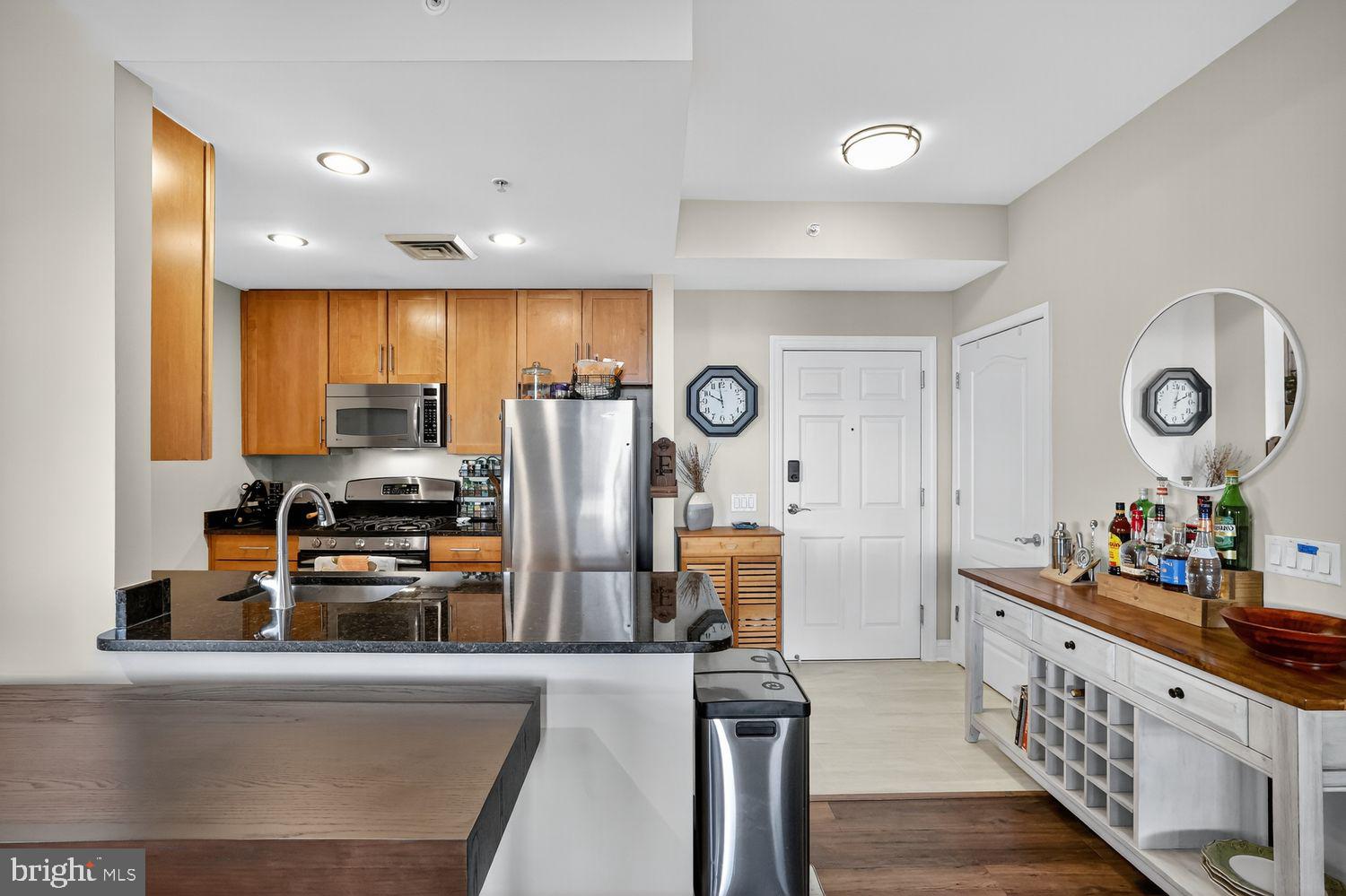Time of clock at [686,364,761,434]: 9:58
